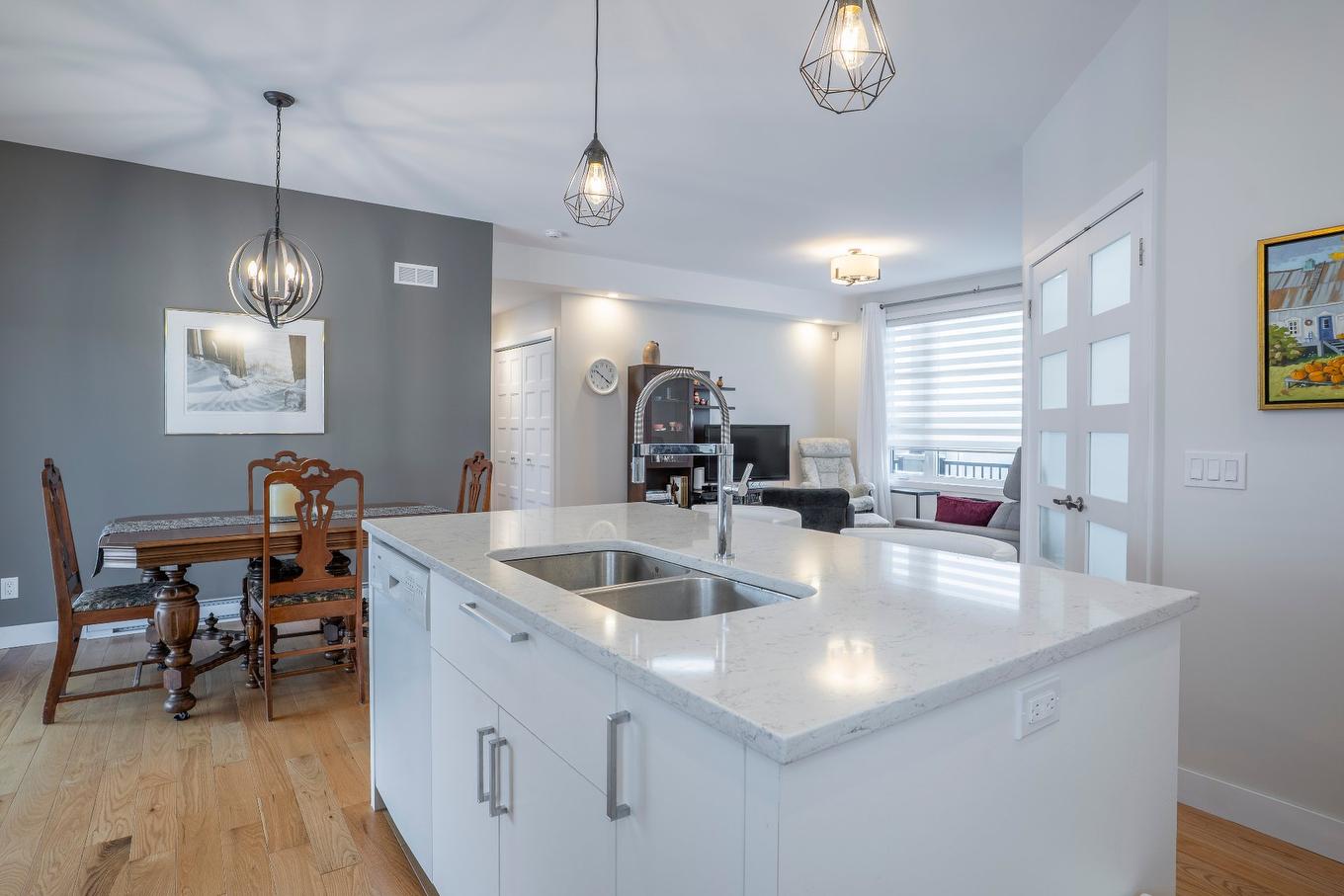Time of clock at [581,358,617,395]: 10:21
